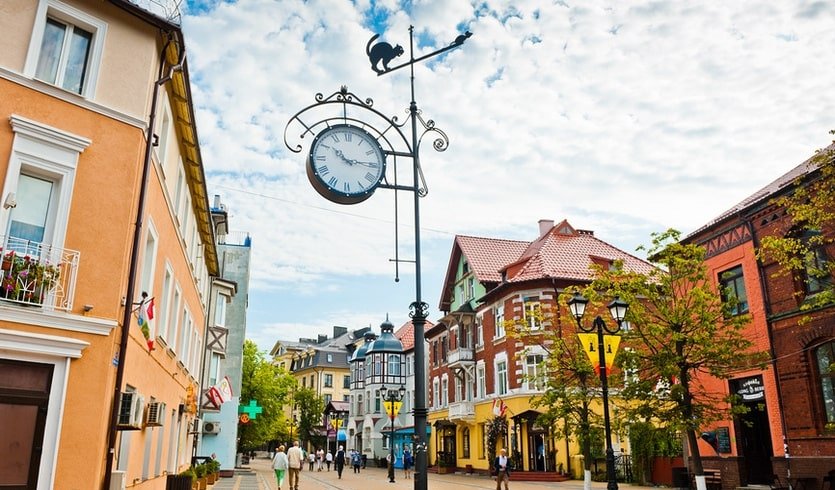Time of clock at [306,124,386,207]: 10:14
